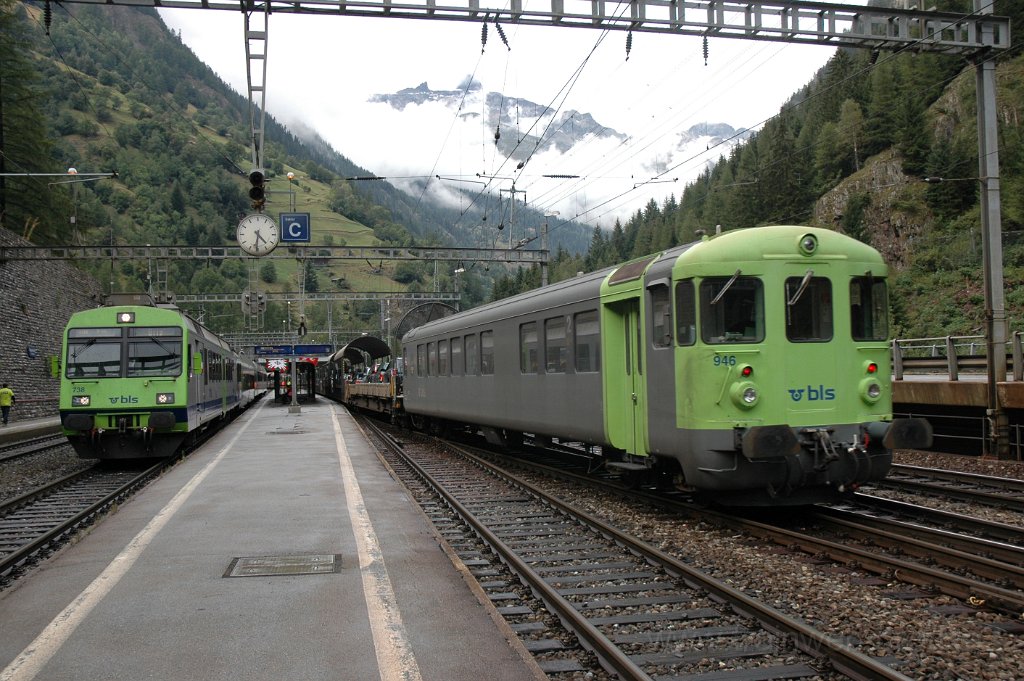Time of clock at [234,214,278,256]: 4:31
